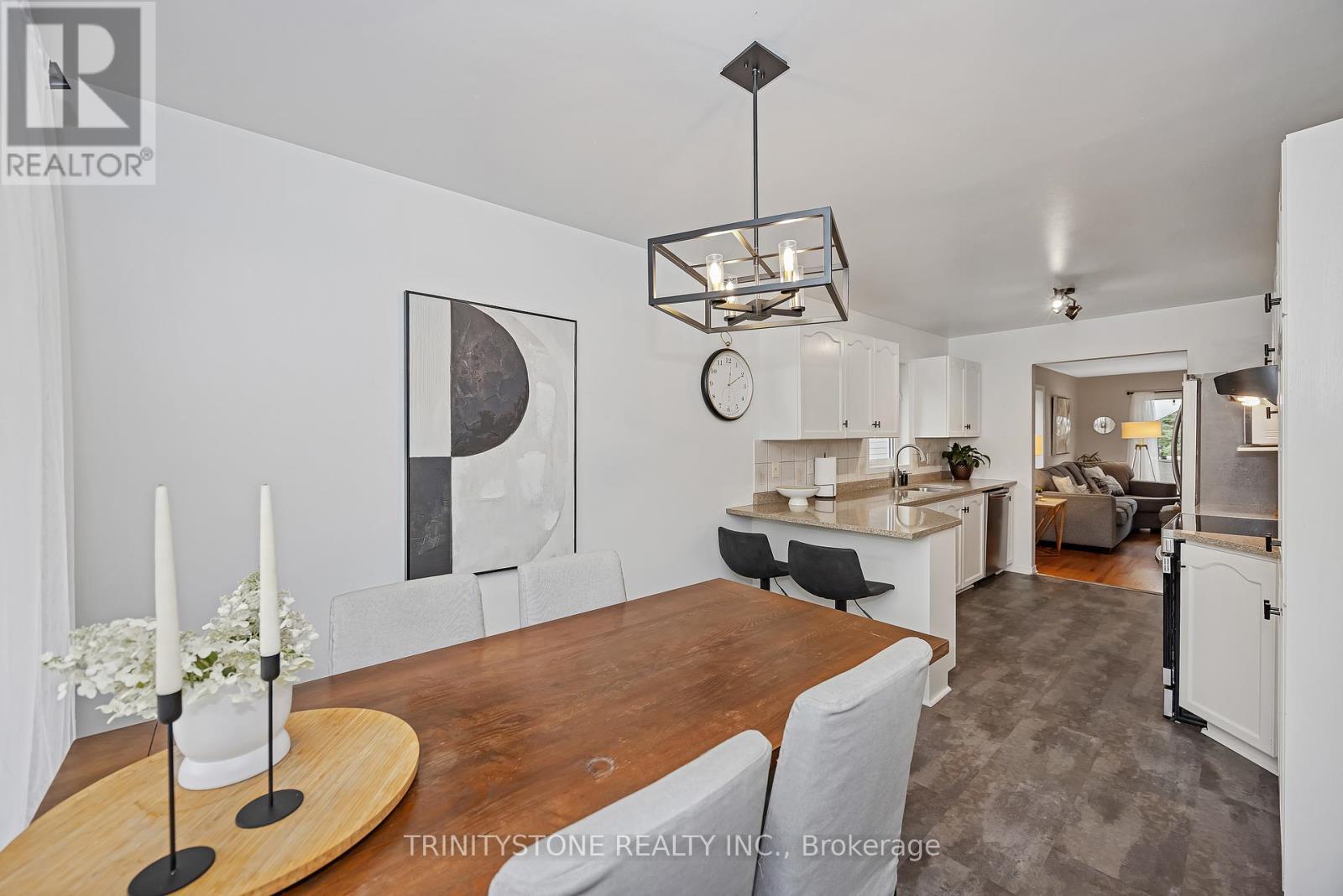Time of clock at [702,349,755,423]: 12:10
